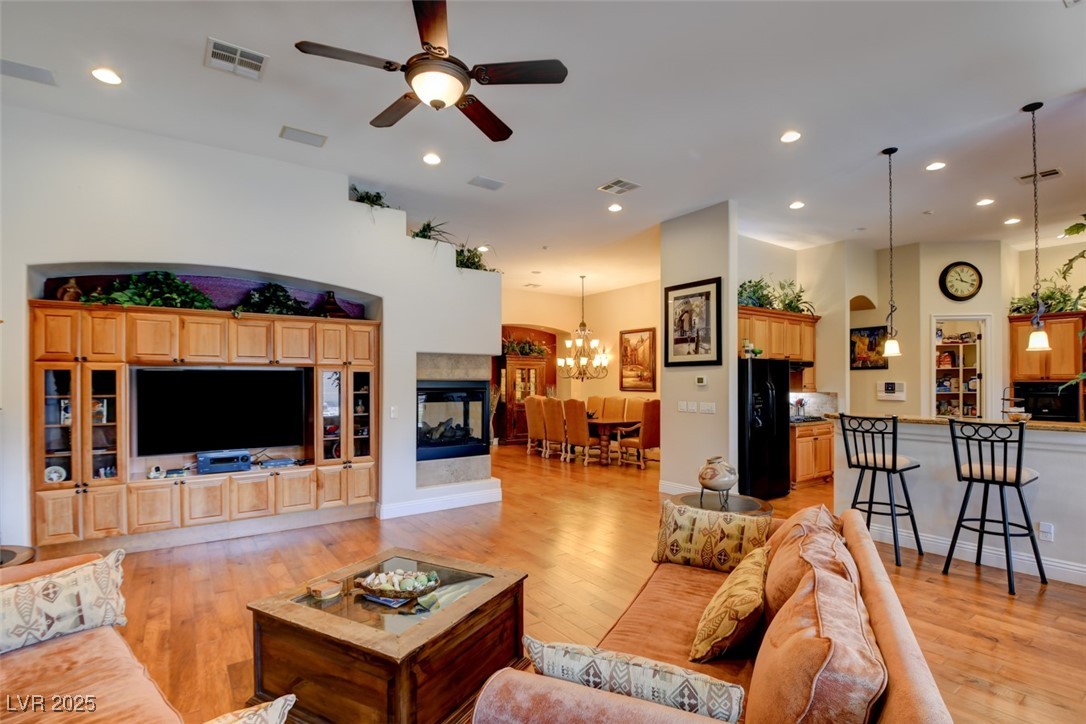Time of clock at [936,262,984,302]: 11:18
